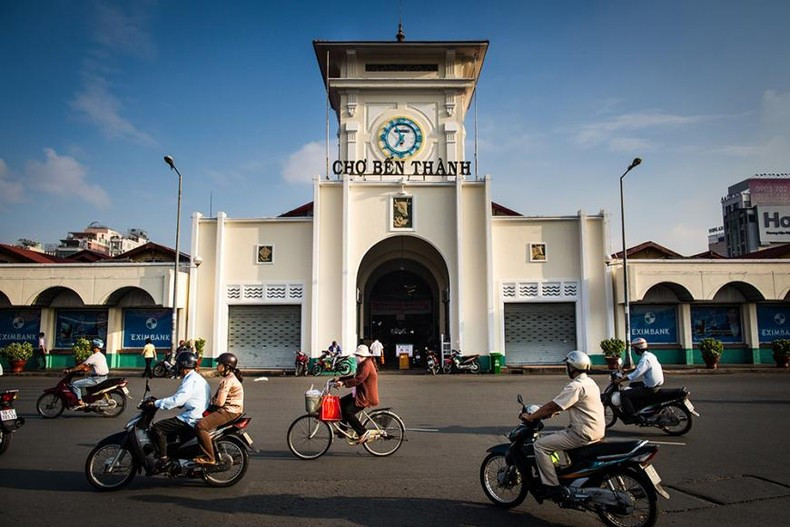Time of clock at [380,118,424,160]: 6:56
